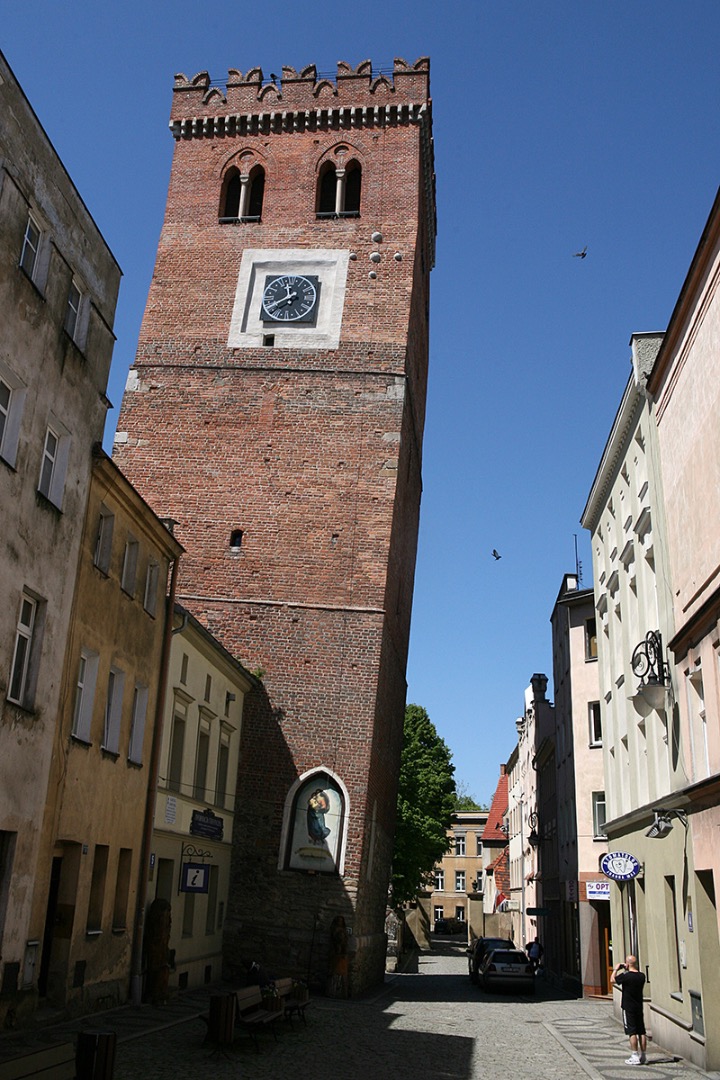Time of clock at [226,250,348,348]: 11:40
